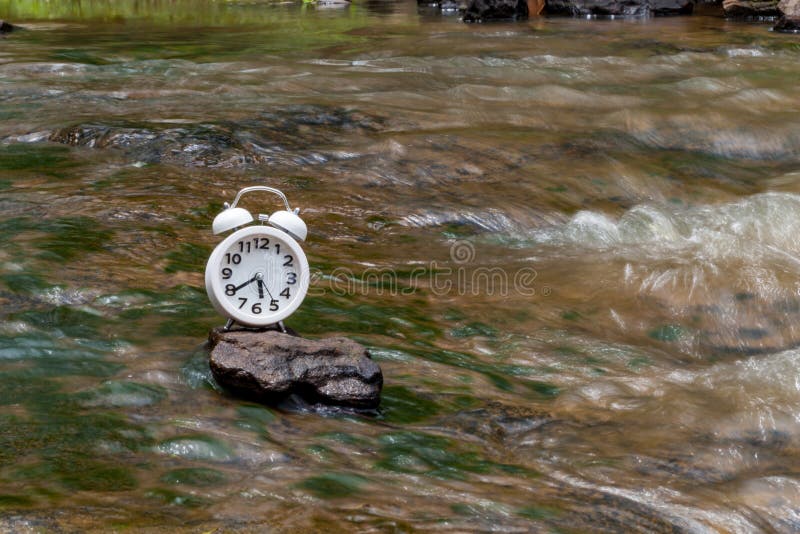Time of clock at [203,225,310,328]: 5:39
